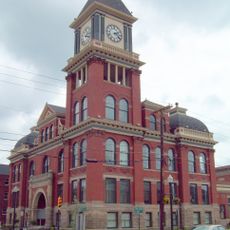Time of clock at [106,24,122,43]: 2:21
